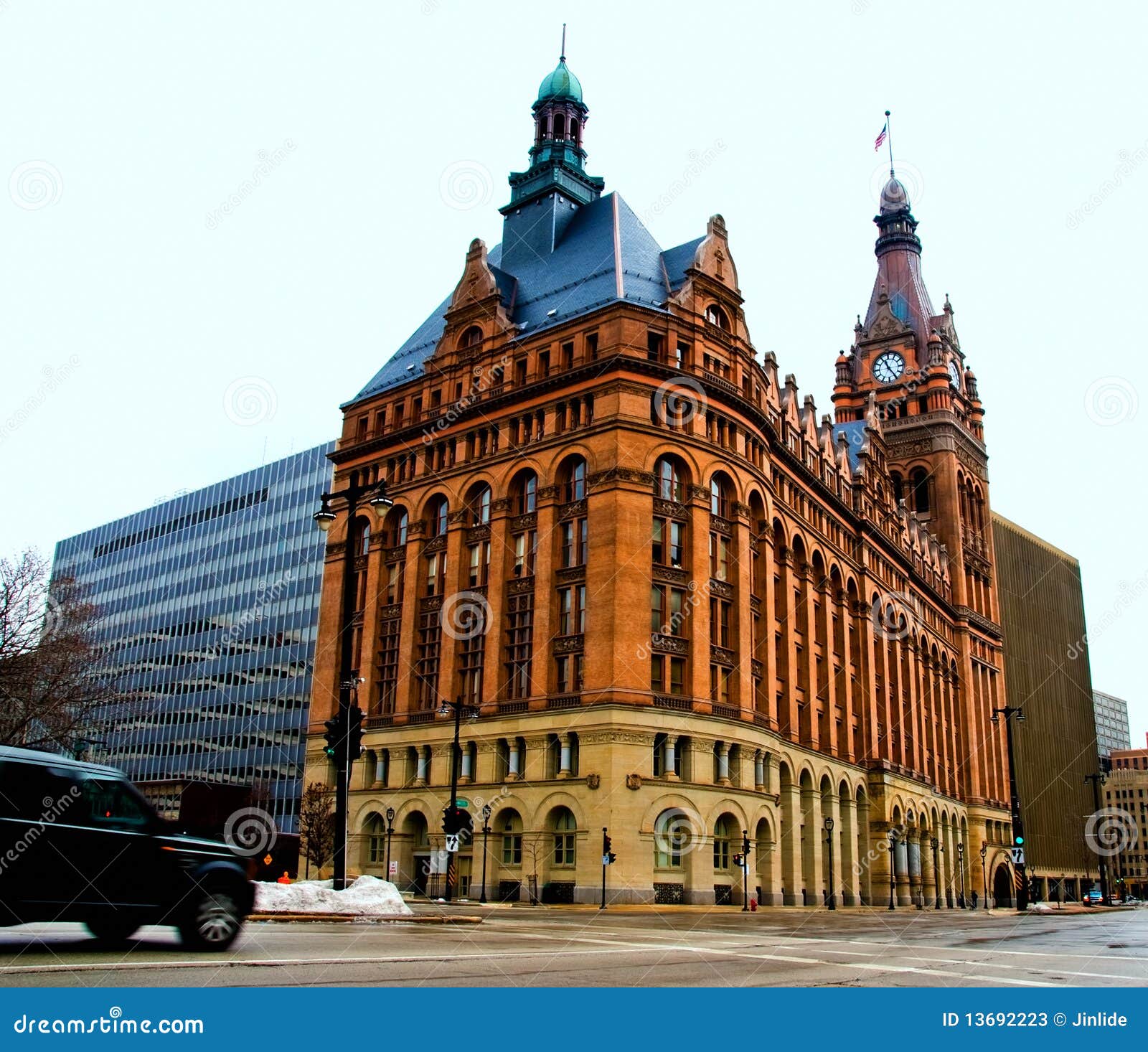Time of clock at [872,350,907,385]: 11:24
